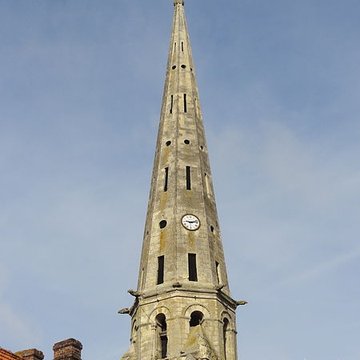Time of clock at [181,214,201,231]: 9:12
